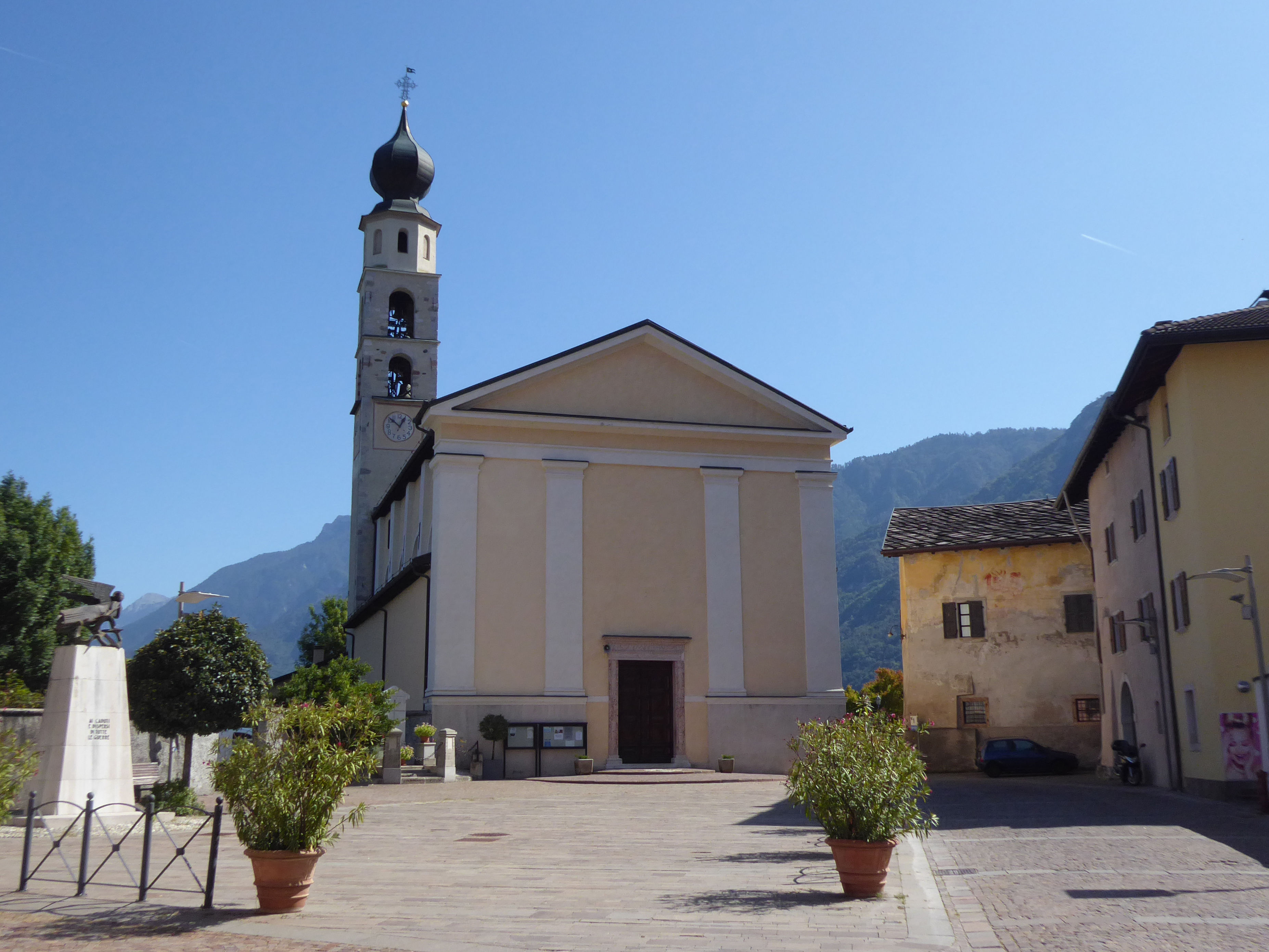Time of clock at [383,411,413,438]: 12:51
